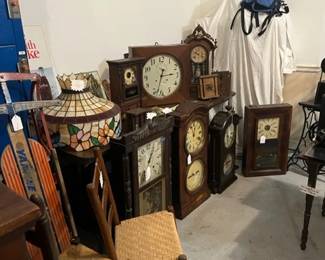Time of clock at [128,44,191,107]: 2:33
